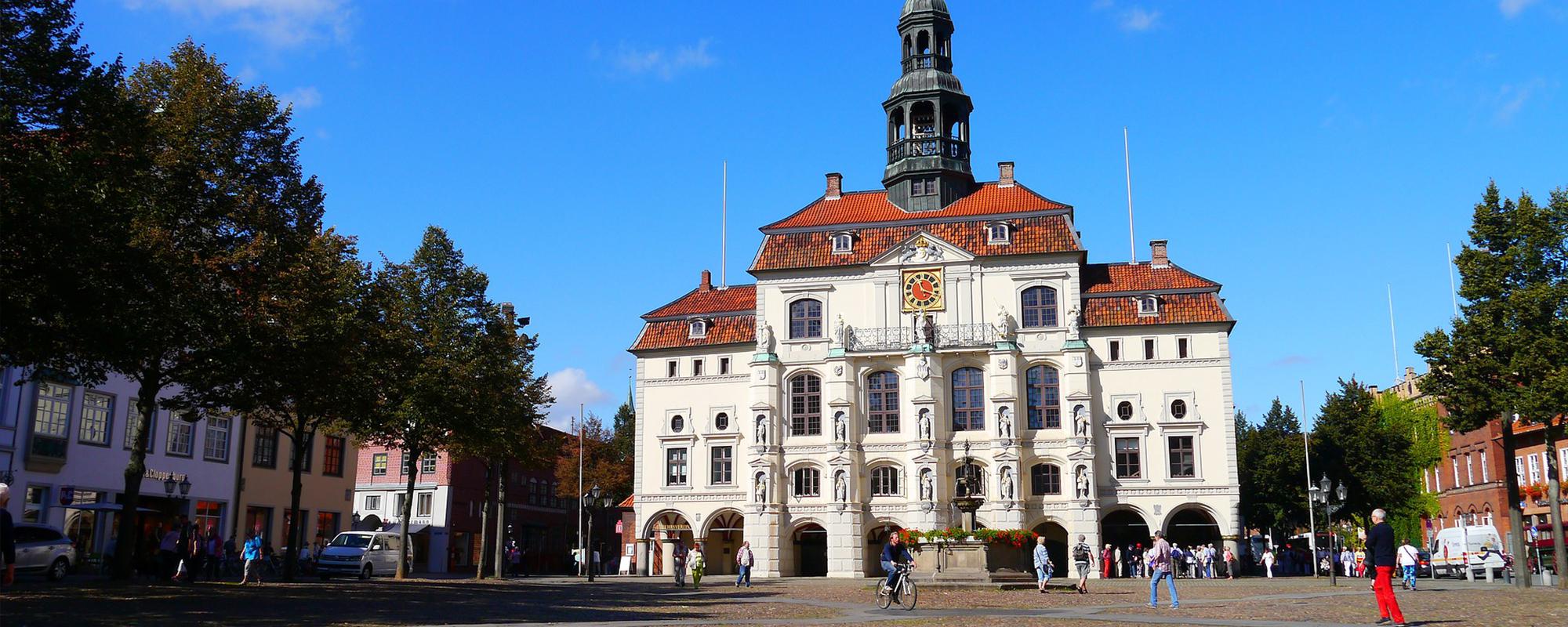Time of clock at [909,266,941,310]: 11:18
